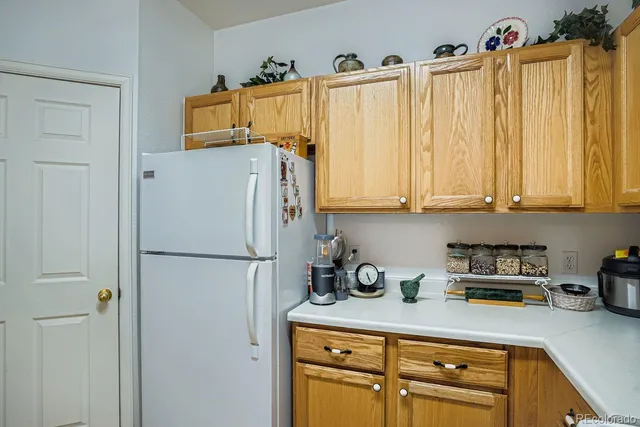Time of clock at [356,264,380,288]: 5:26
